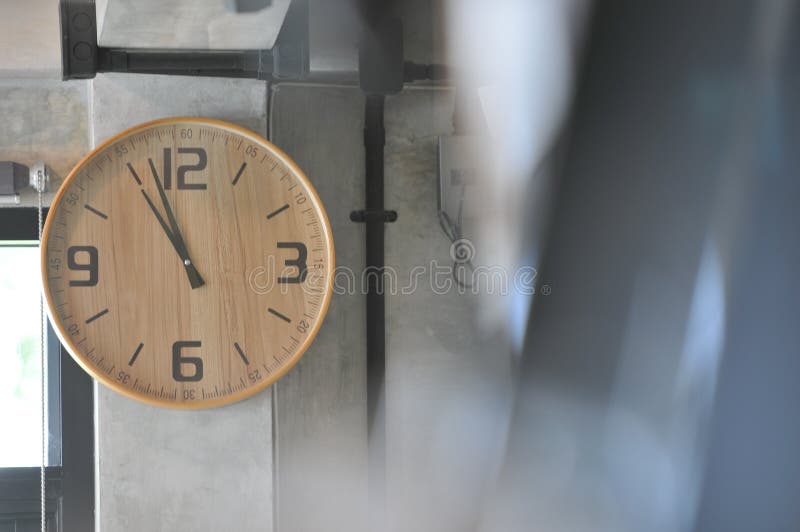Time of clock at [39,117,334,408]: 10:56
